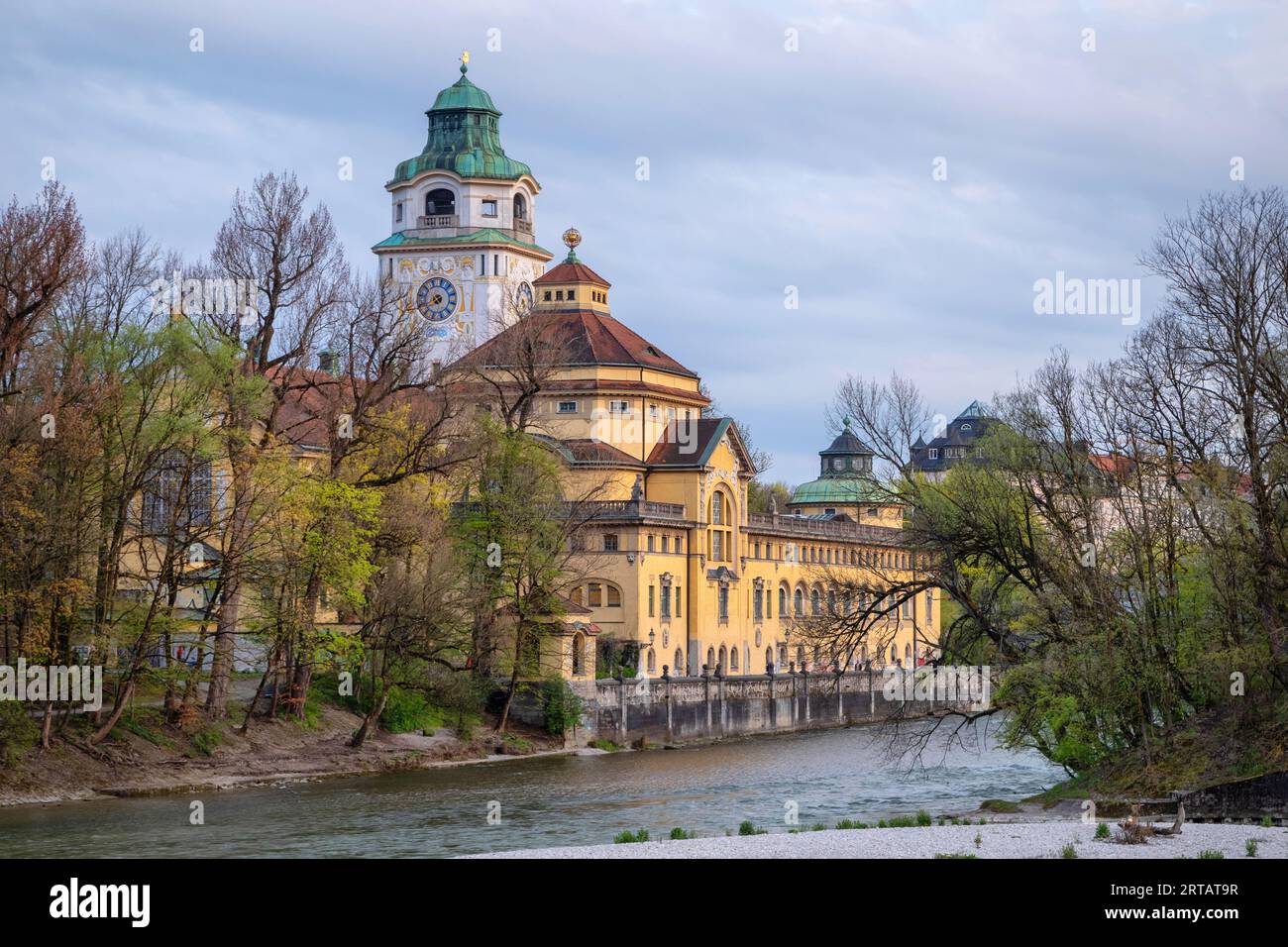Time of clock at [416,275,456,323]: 7:40
